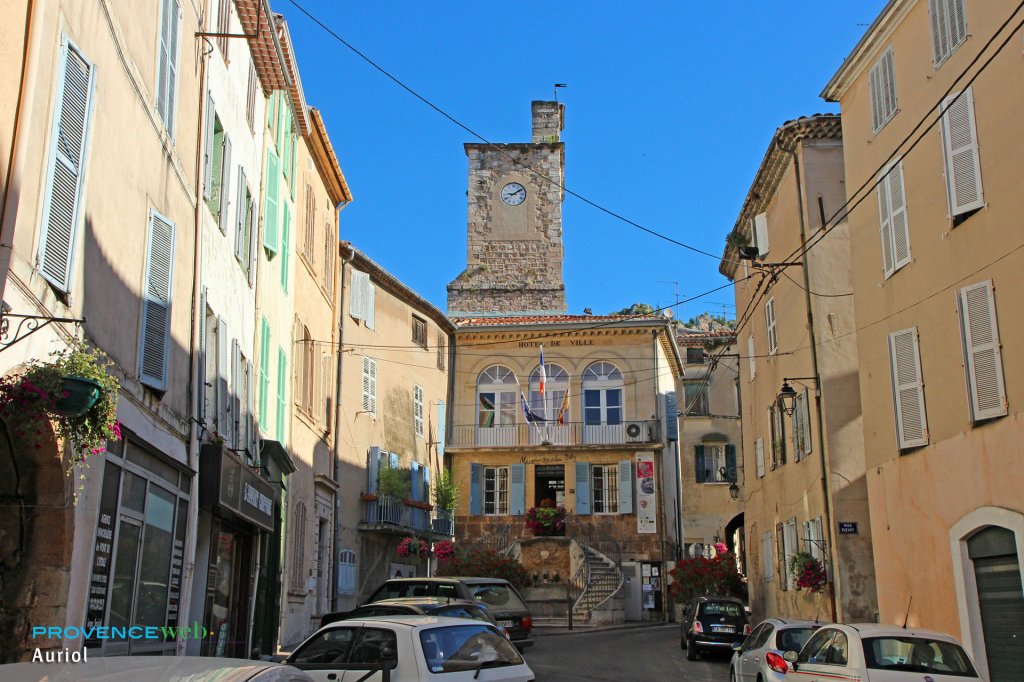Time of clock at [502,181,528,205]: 9:09
